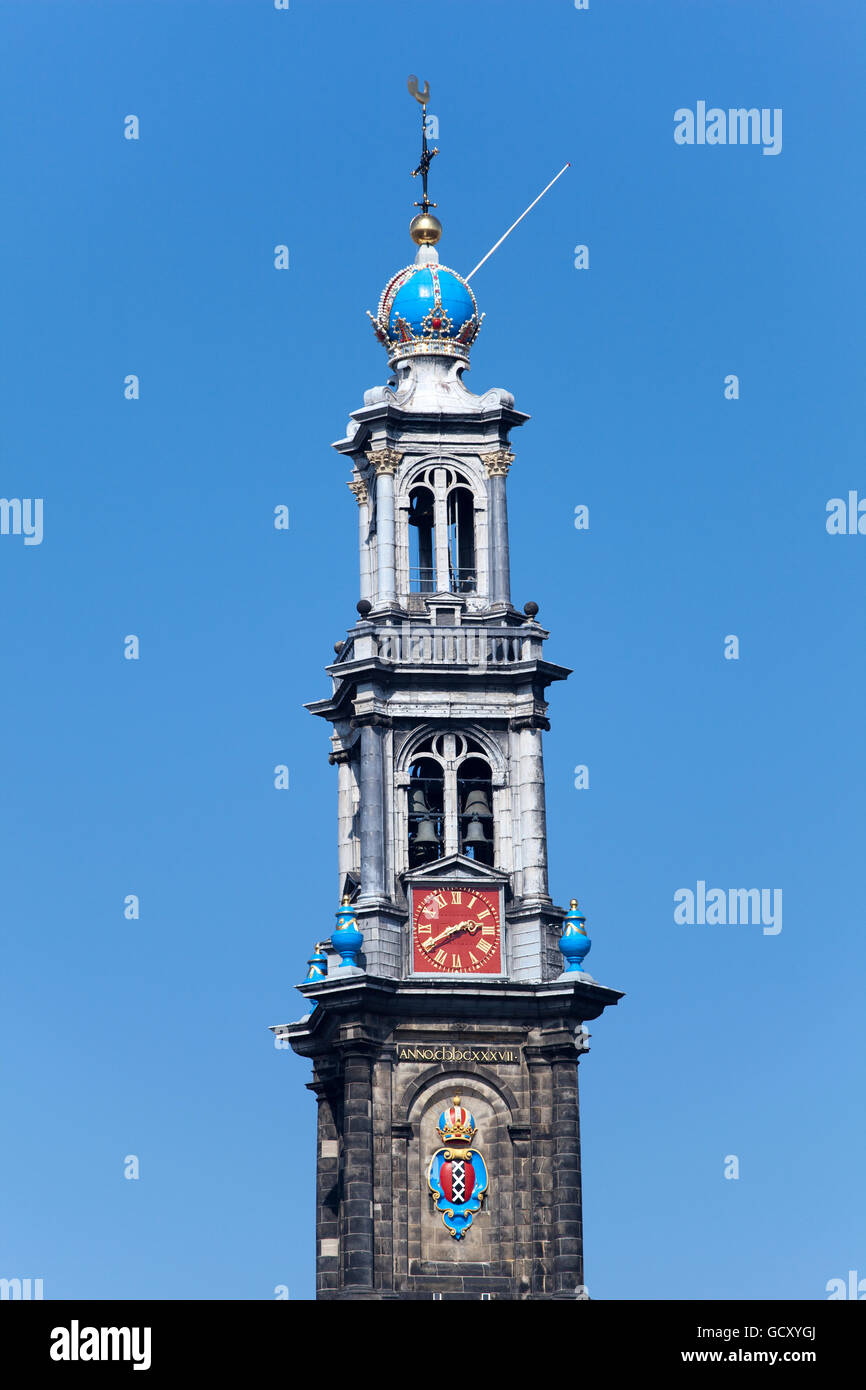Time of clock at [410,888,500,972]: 2:40
